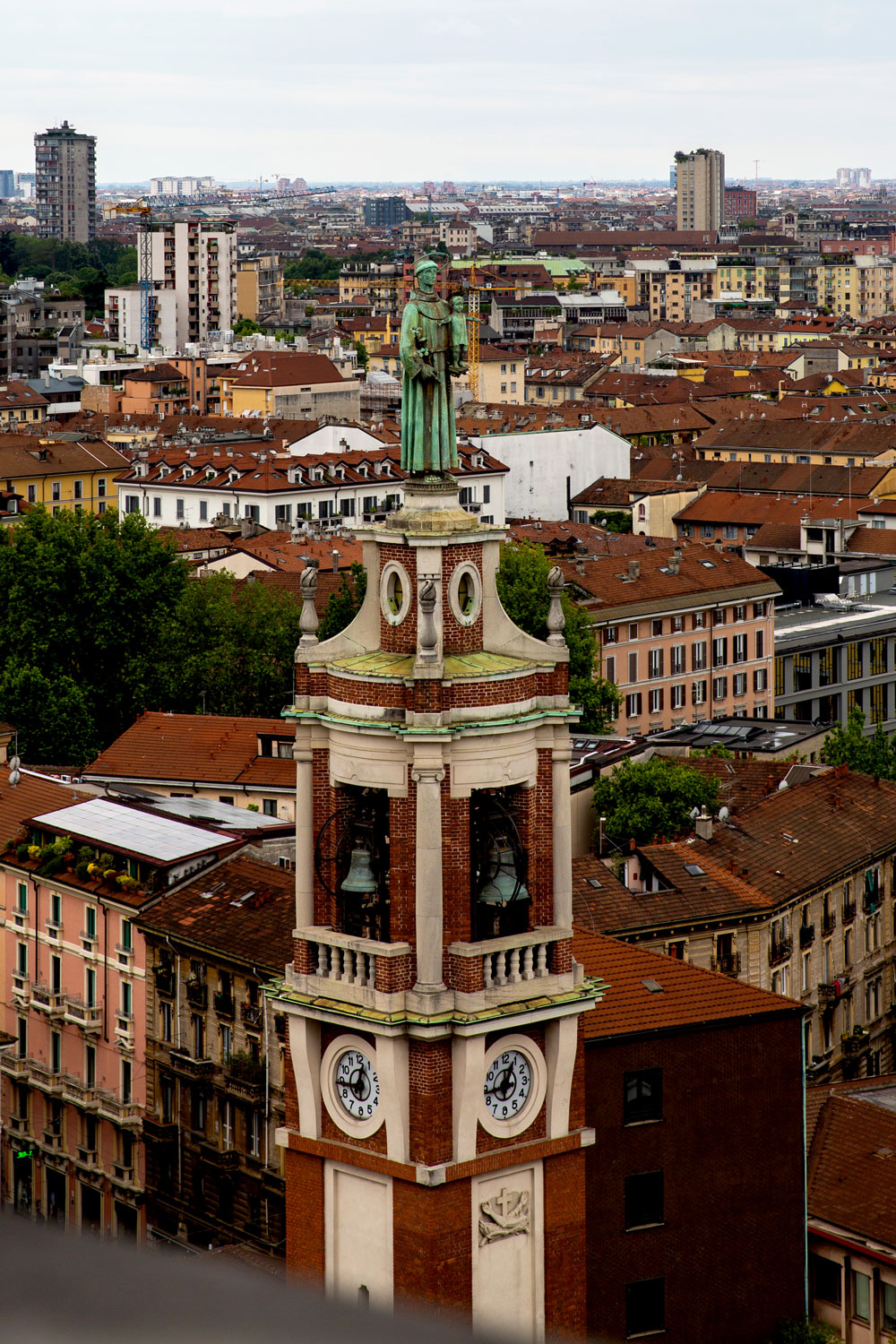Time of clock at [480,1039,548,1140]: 12:43
